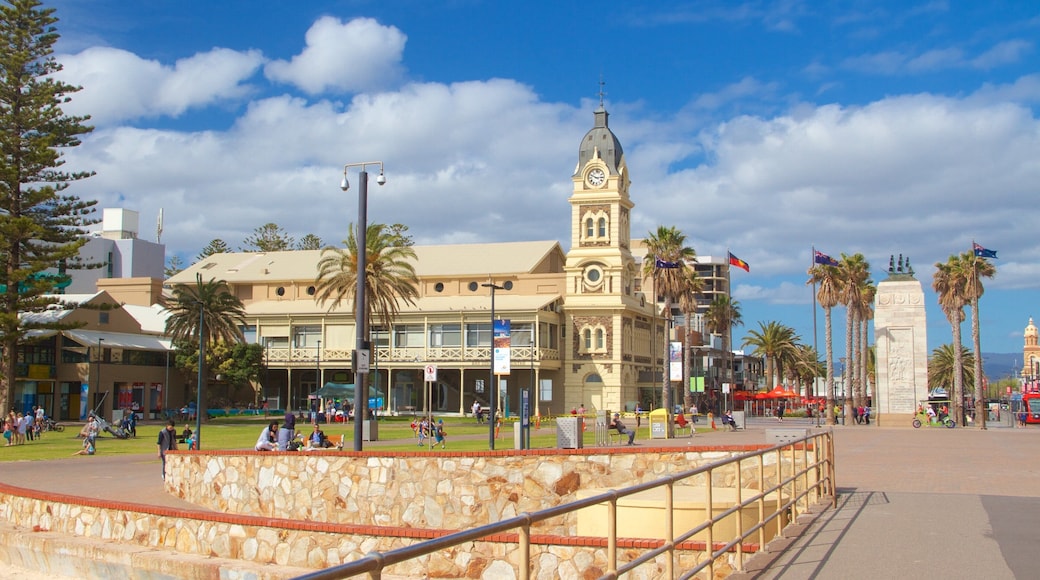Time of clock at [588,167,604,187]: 2:48
